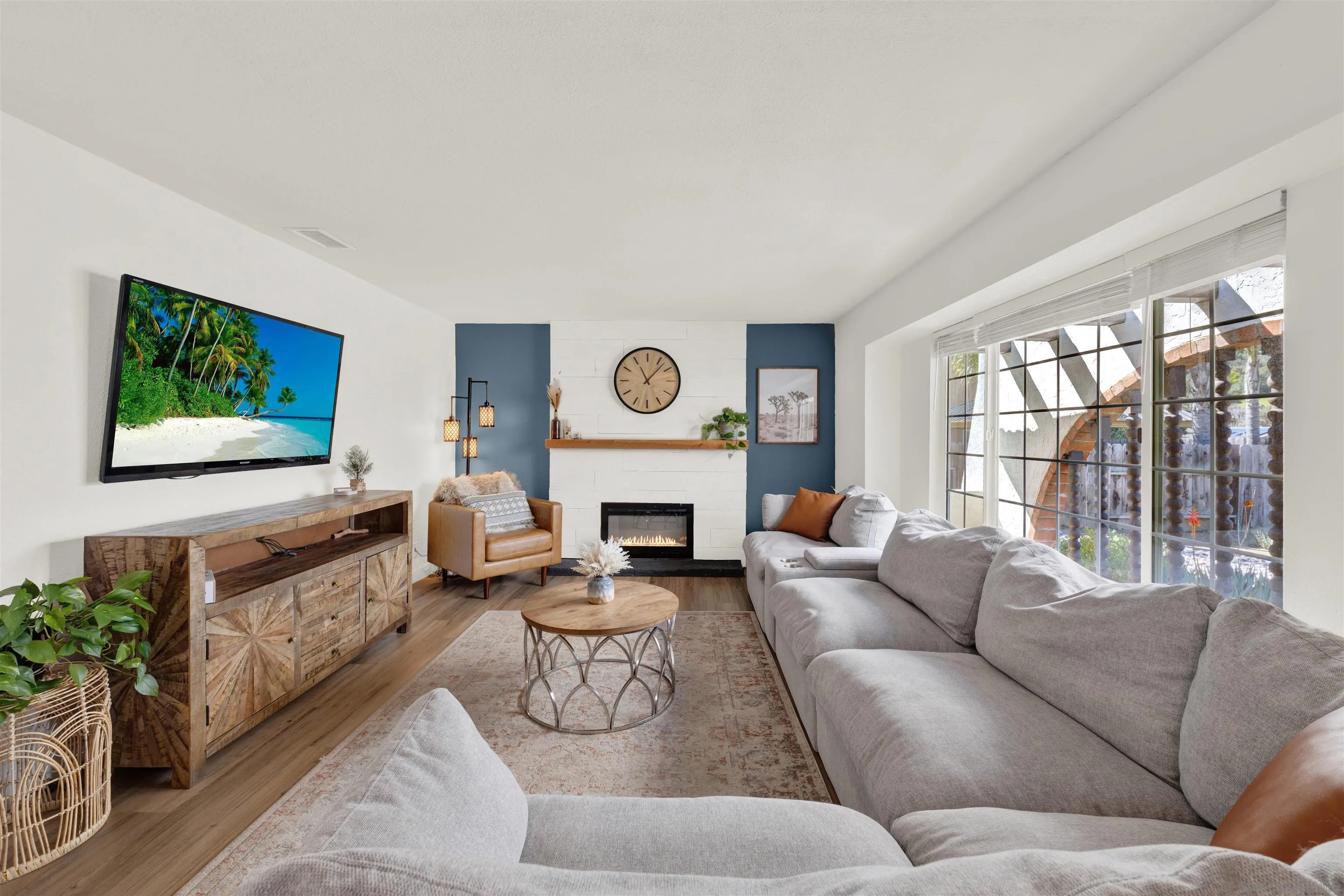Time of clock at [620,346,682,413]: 11:07
